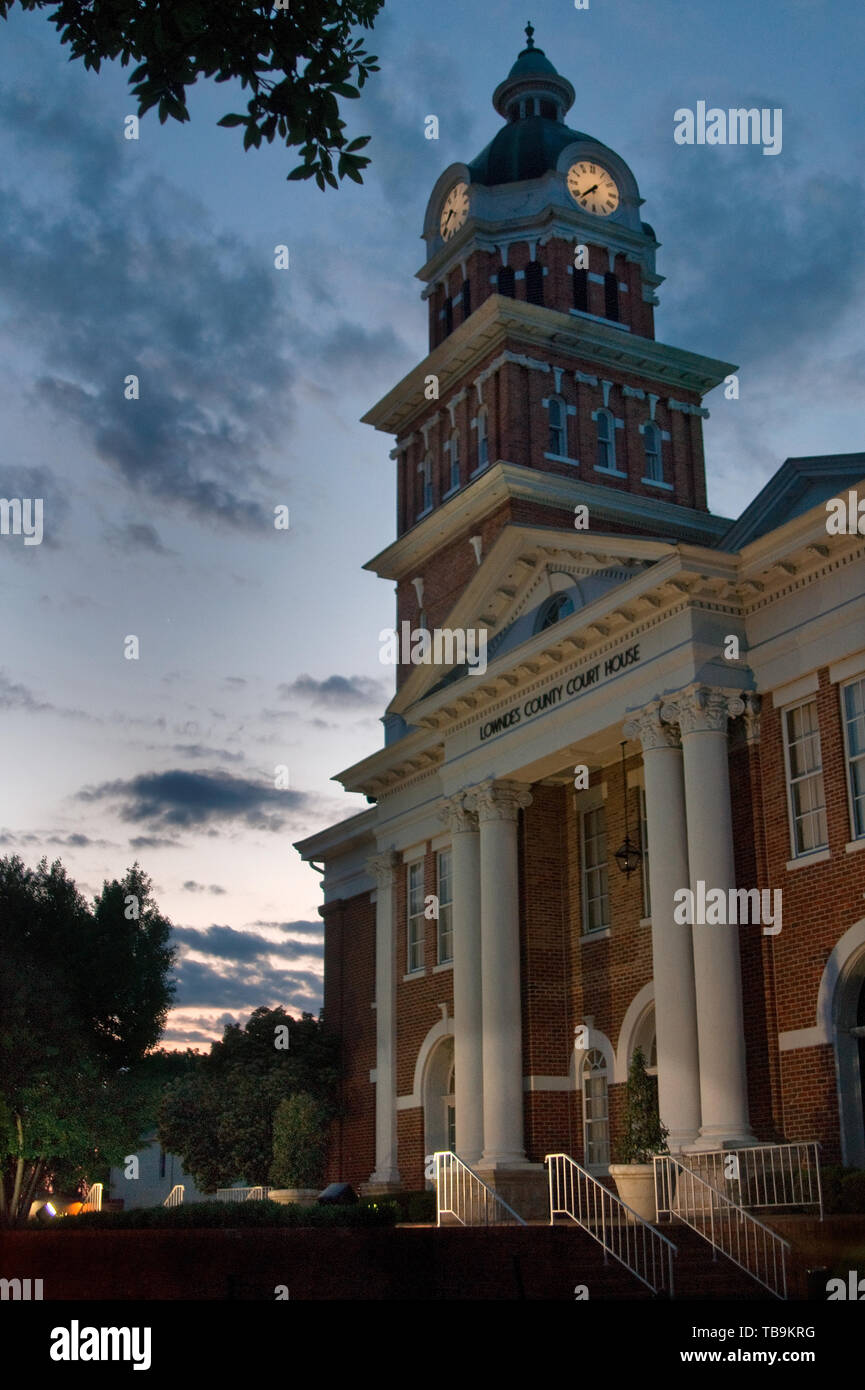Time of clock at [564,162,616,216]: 7:37
